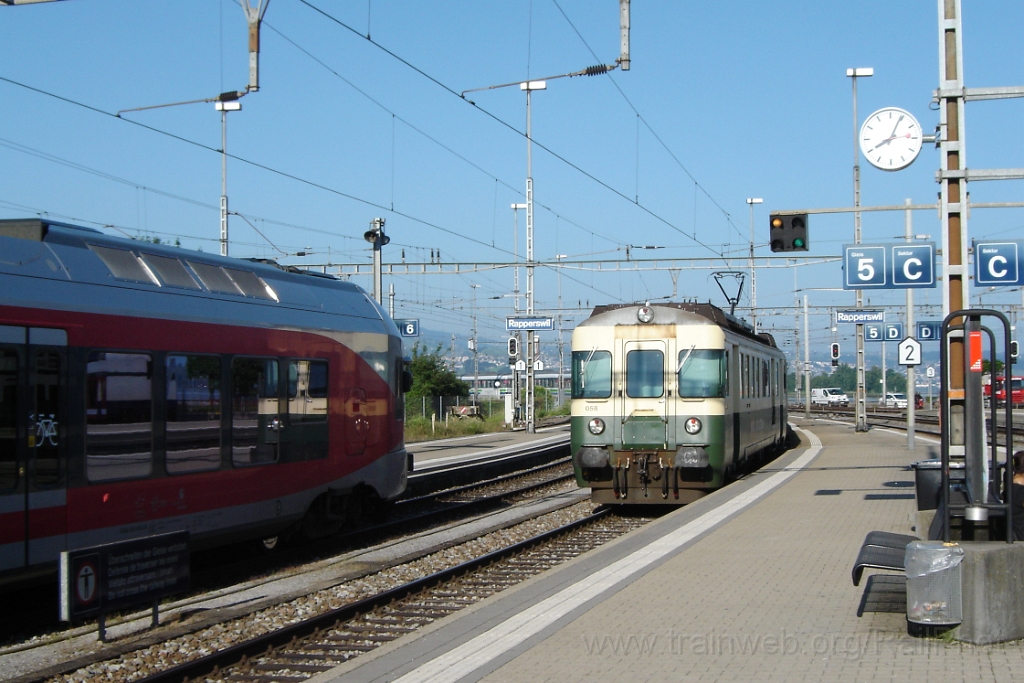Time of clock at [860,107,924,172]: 8:04
